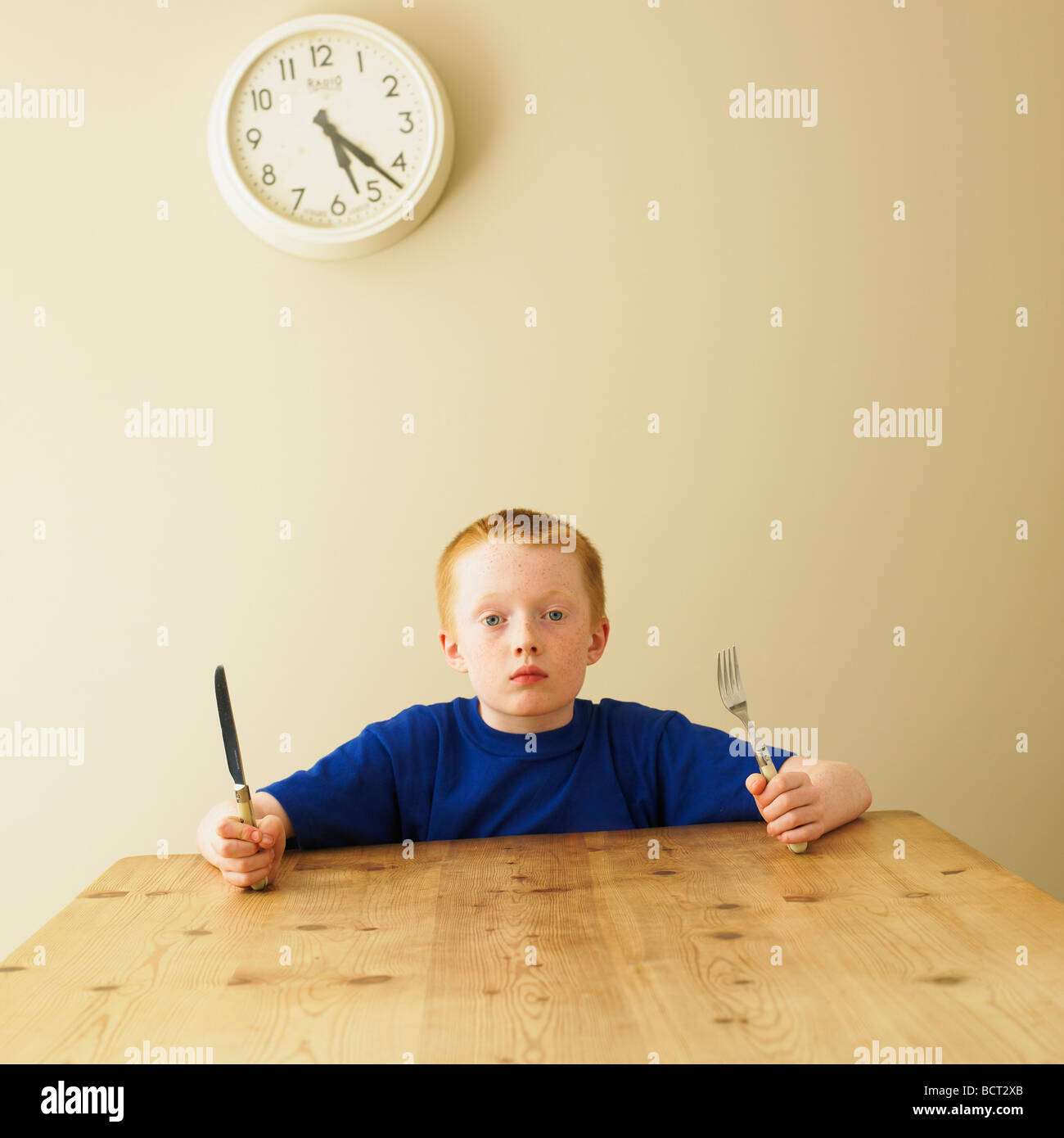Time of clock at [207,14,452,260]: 5:22
